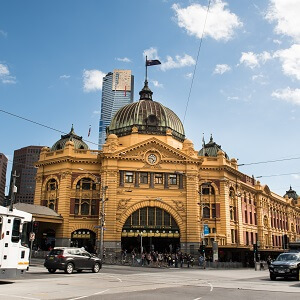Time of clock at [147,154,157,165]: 4:46
